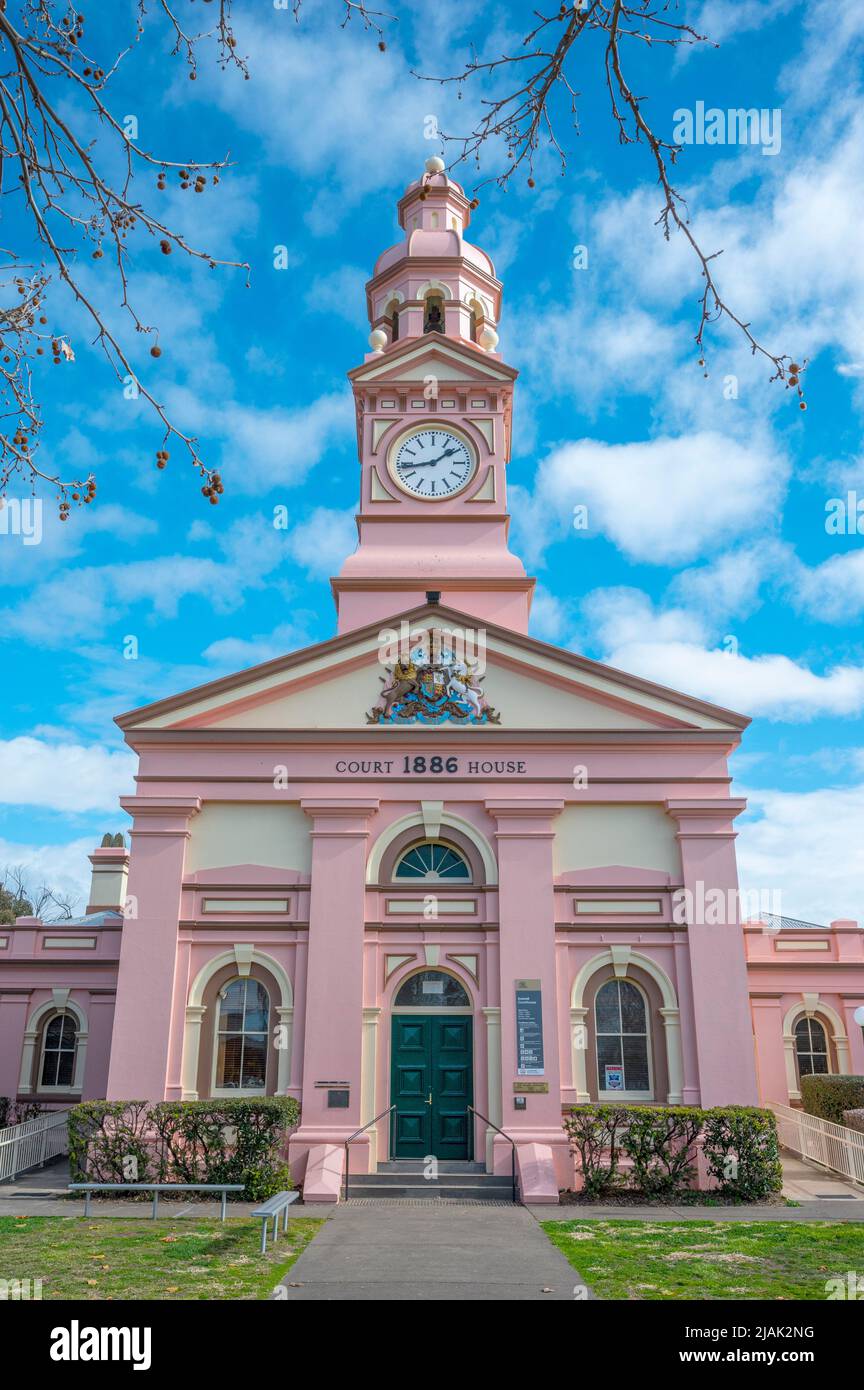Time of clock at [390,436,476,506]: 1:43
